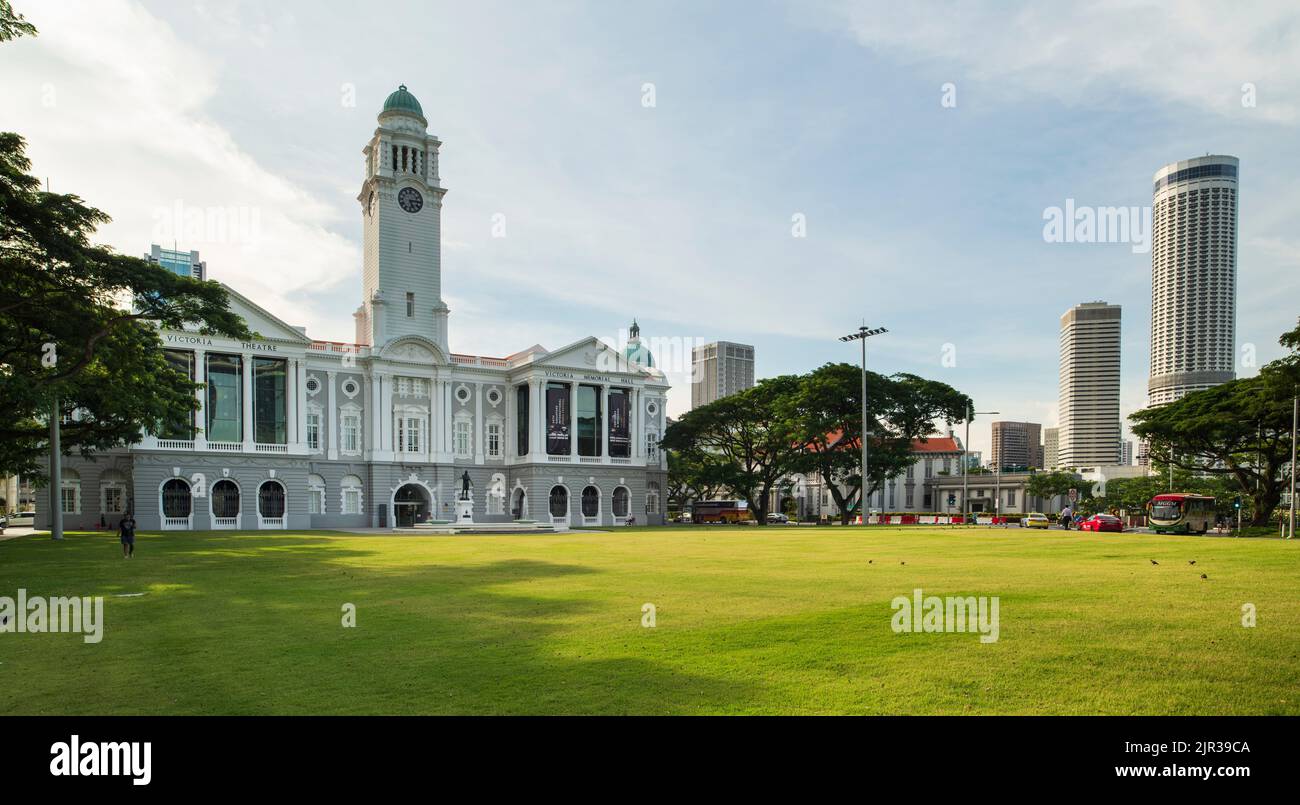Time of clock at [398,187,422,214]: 5:14
